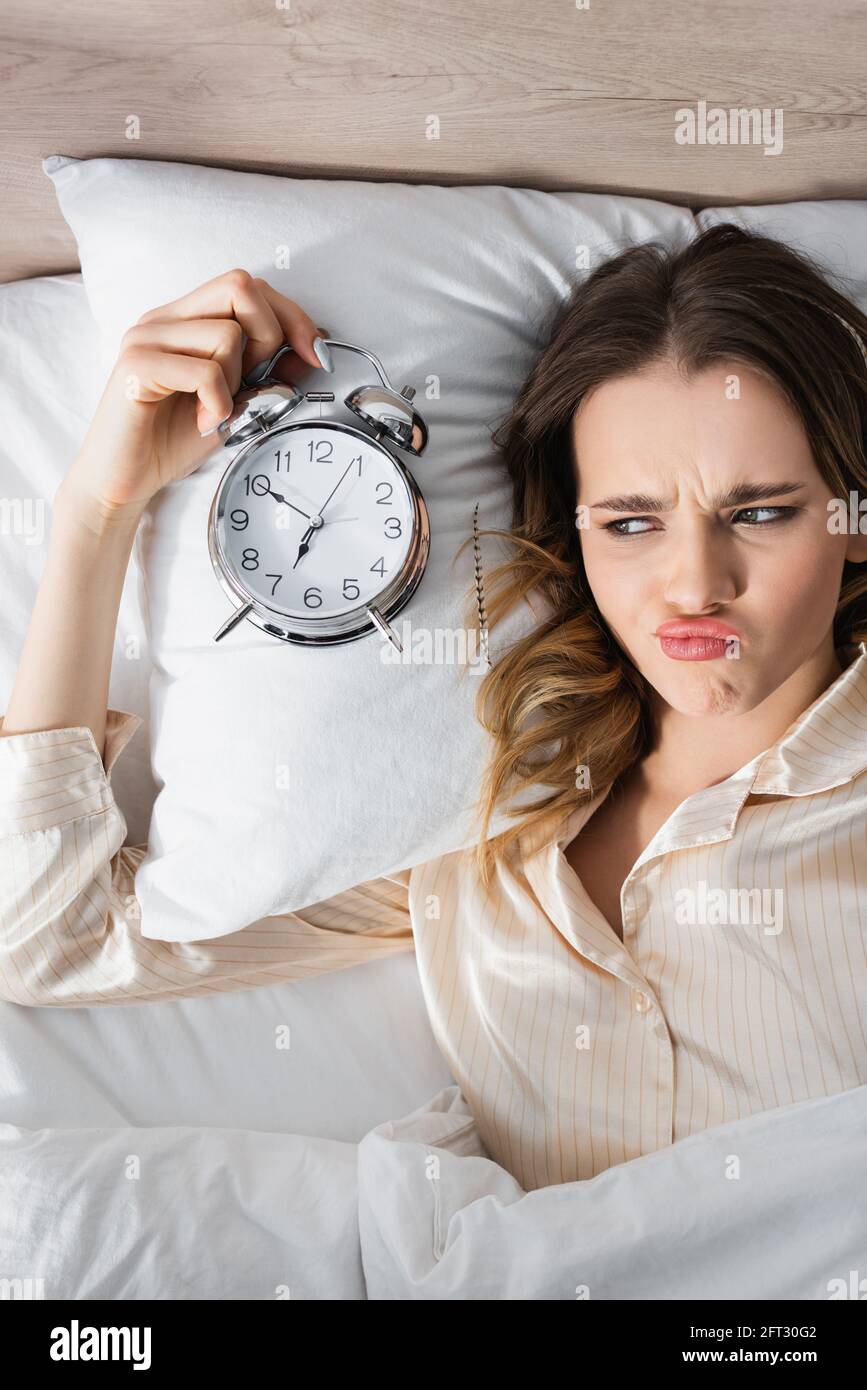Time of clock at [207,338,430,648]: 6:50
